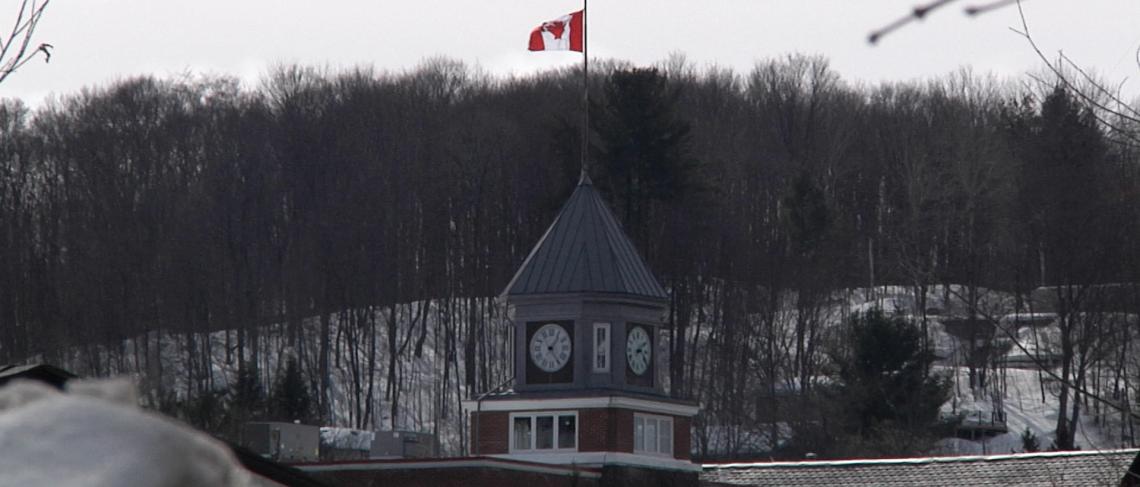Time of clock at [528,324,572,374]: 1:24
